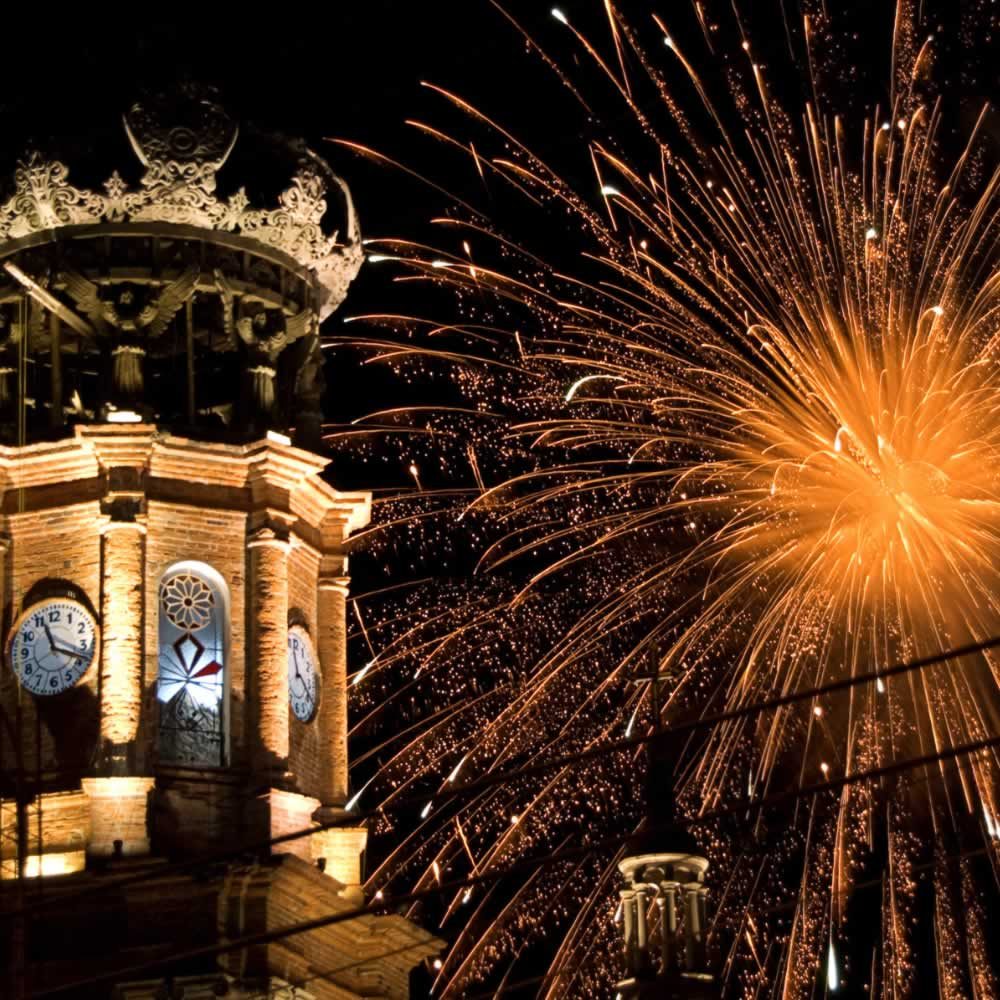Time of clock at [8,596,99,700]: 11:18
